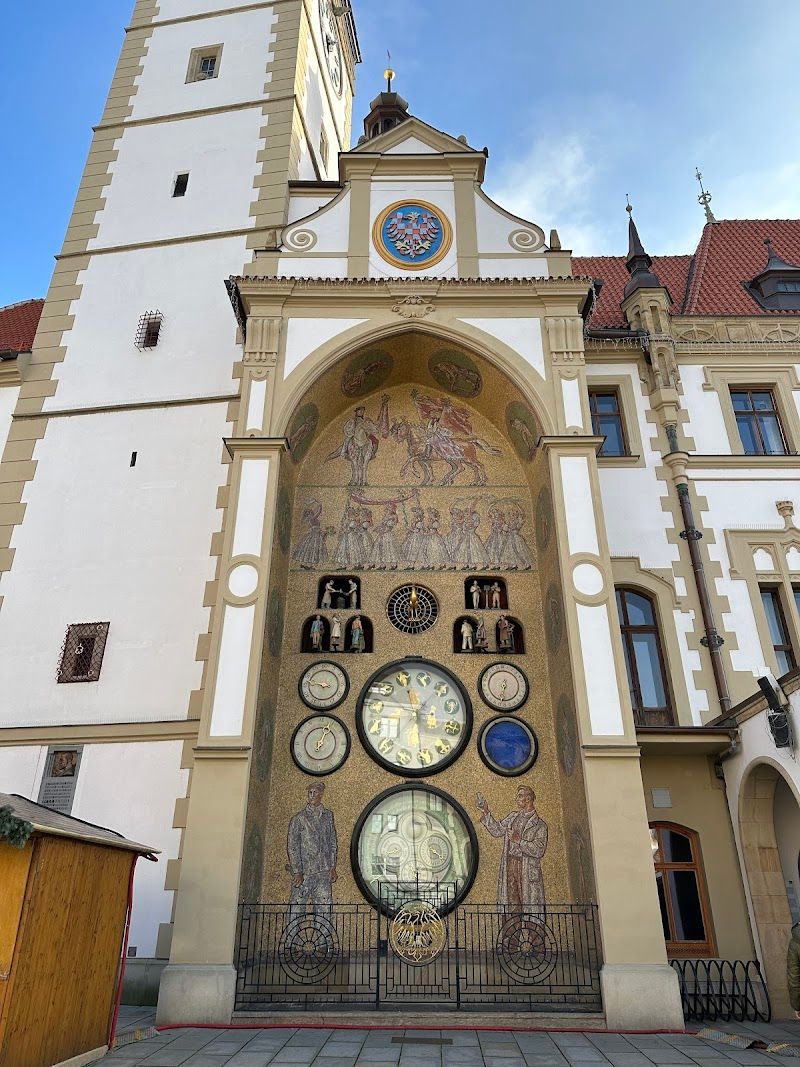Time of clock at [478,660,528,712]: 6:32
